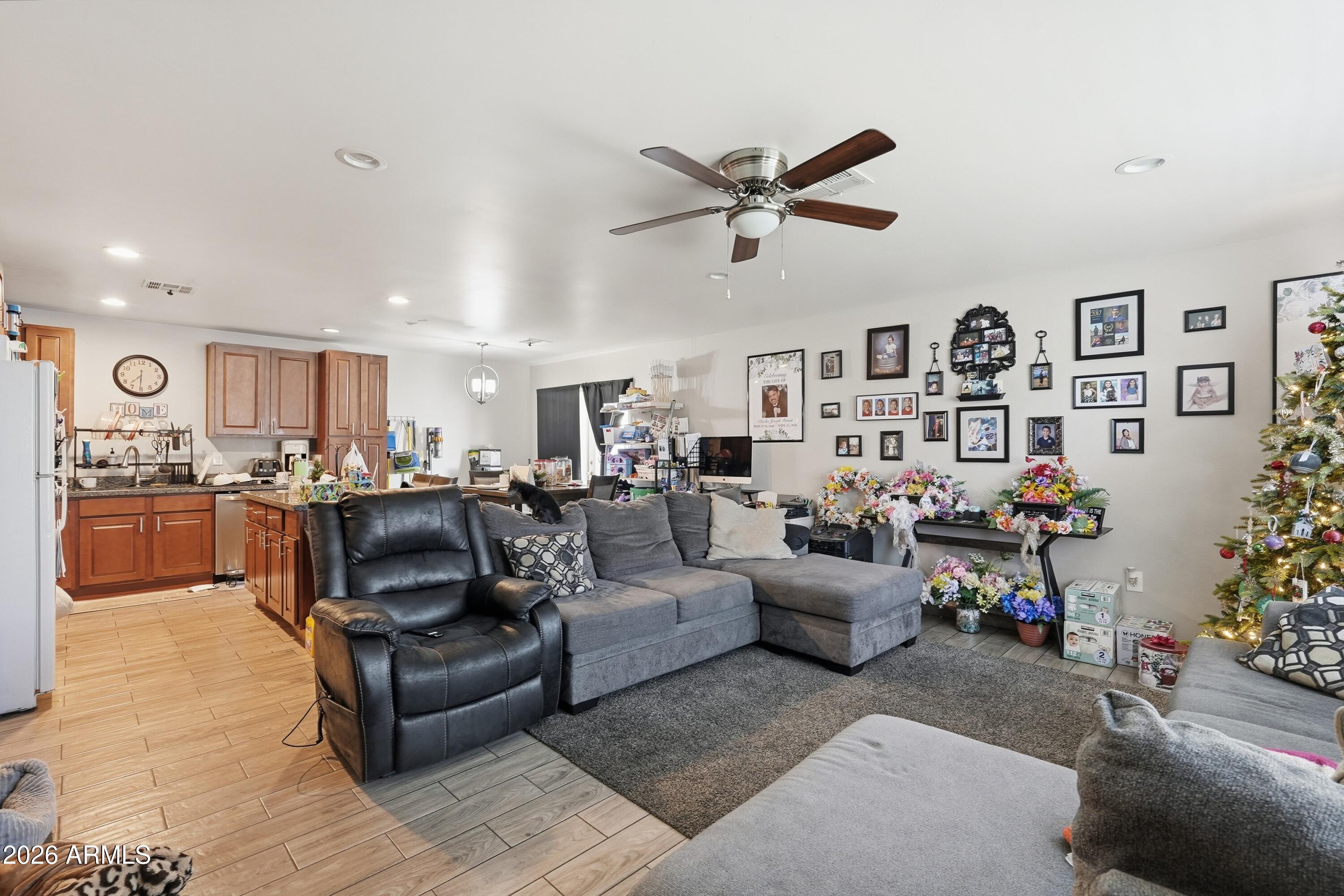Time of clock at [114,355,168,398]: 7:30
